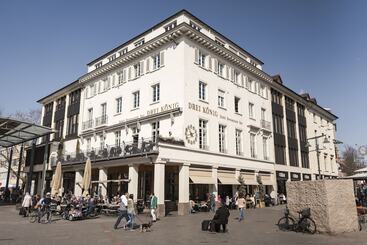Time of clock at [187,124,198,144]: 10:42
